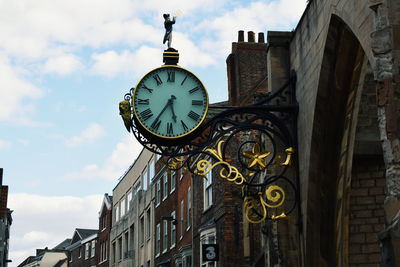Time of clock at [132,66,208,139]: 5:35
